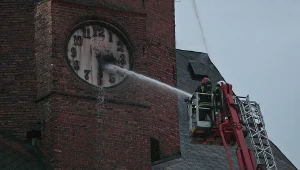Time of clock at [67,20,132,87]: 3:29
